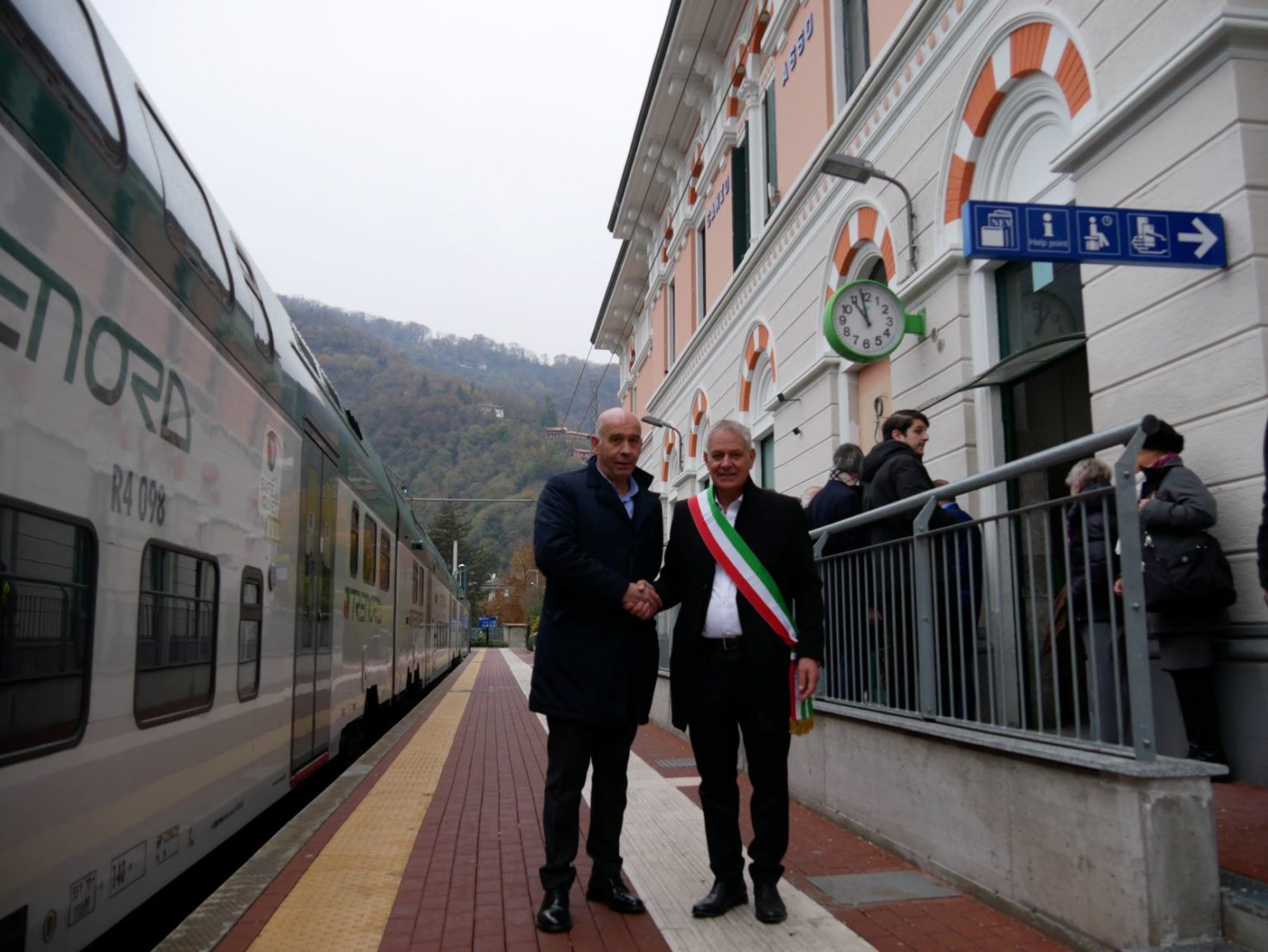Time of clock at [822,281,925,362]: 10:58
